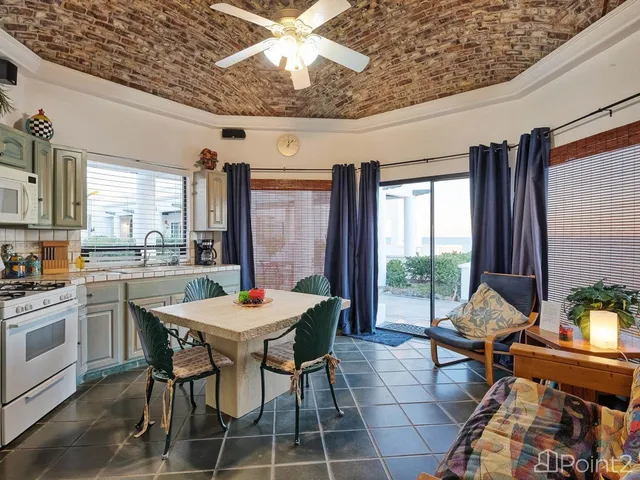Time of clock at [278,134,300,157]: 12:07
